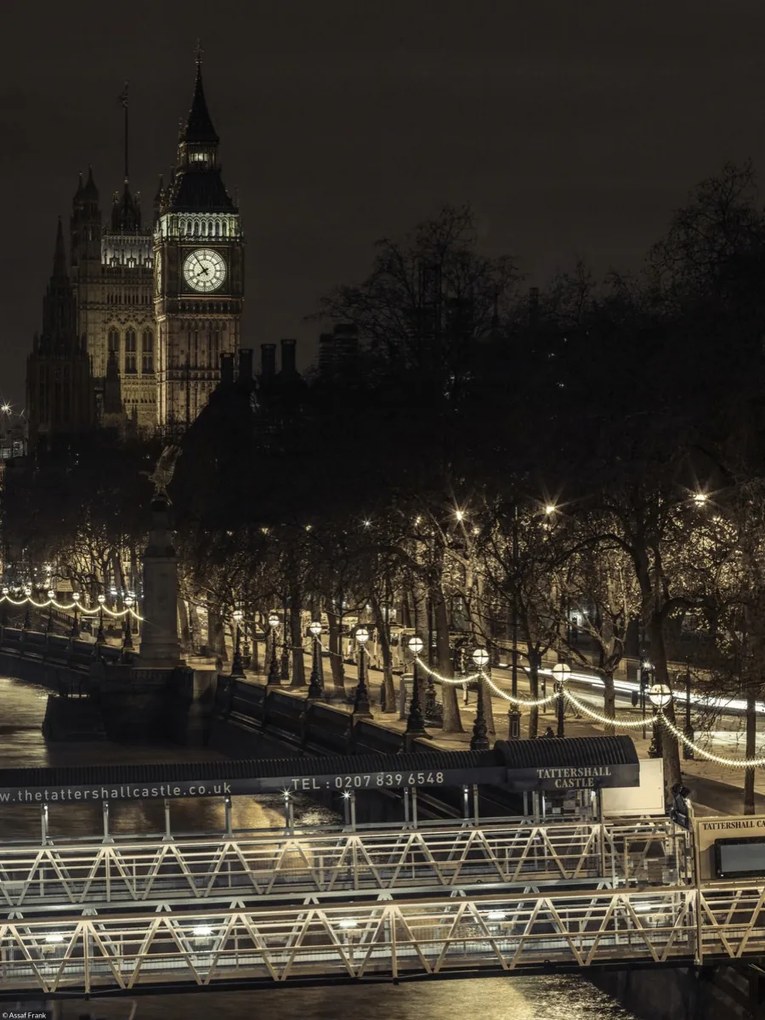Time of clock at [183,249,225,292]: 7:53
